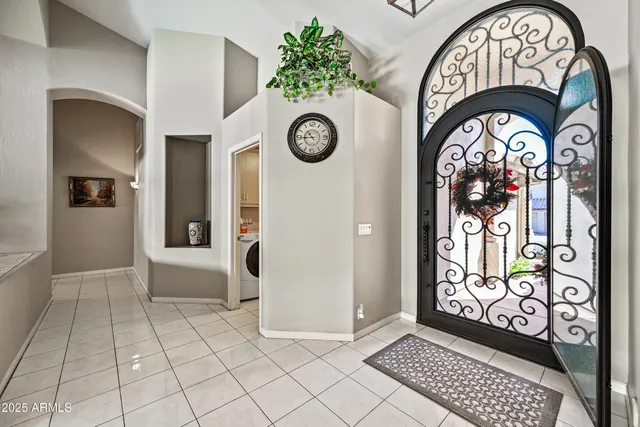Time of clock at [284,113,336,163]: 10:44
